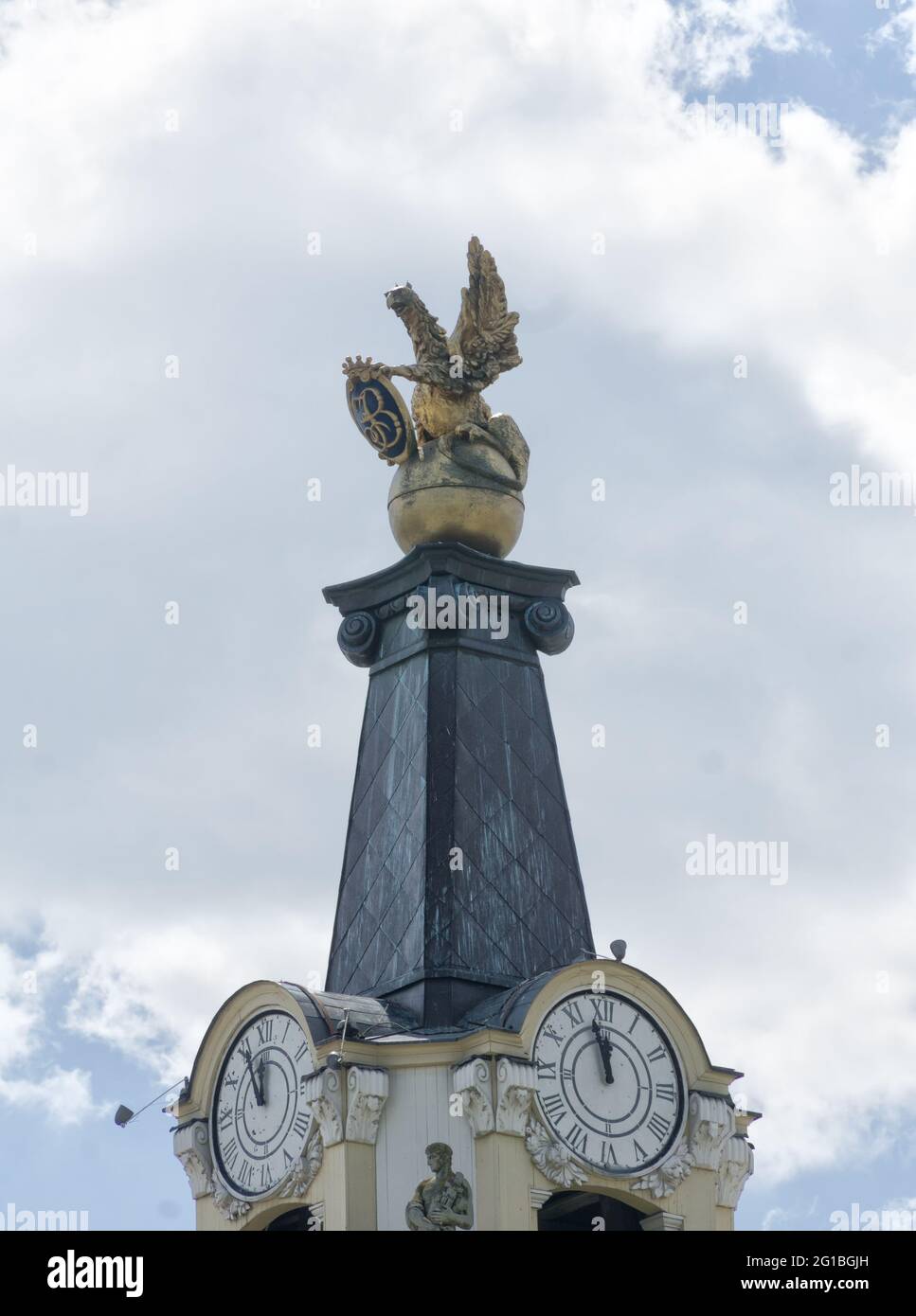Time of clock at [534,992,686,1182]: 11:57
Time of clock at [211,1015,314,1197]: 11:55
